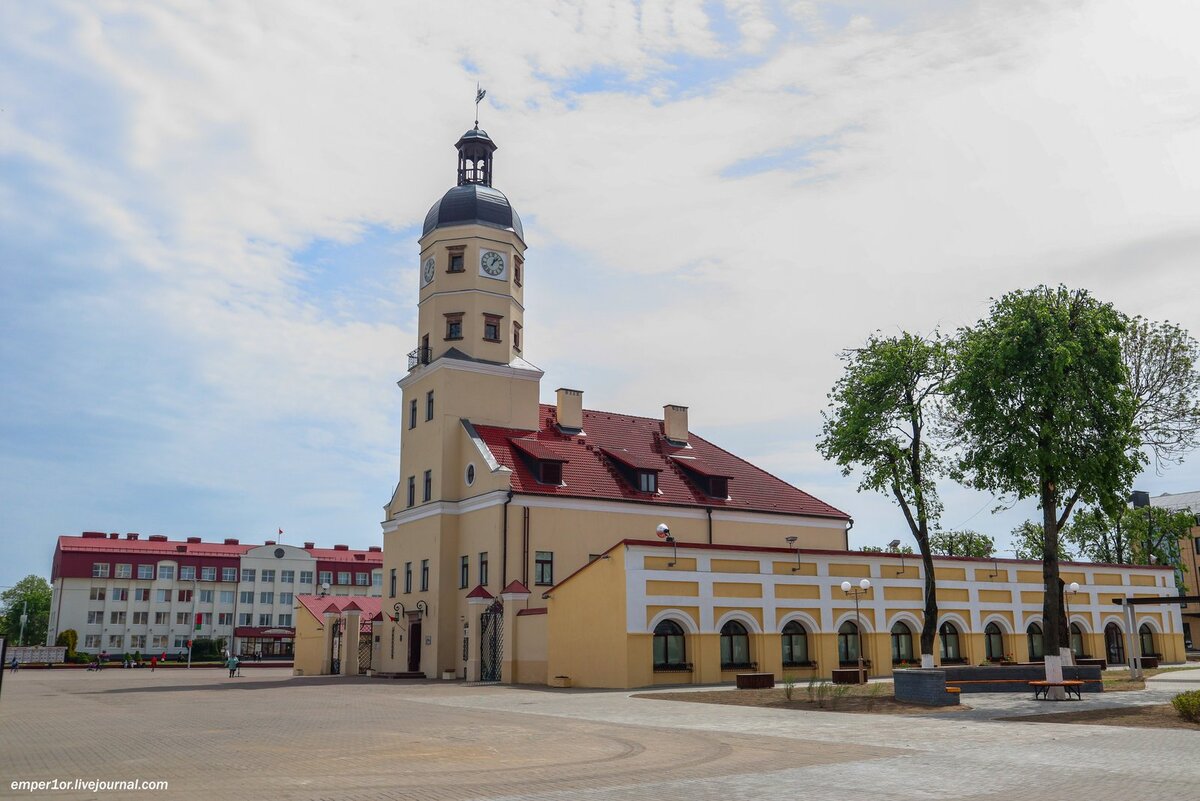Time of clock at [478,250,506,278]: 1:07
